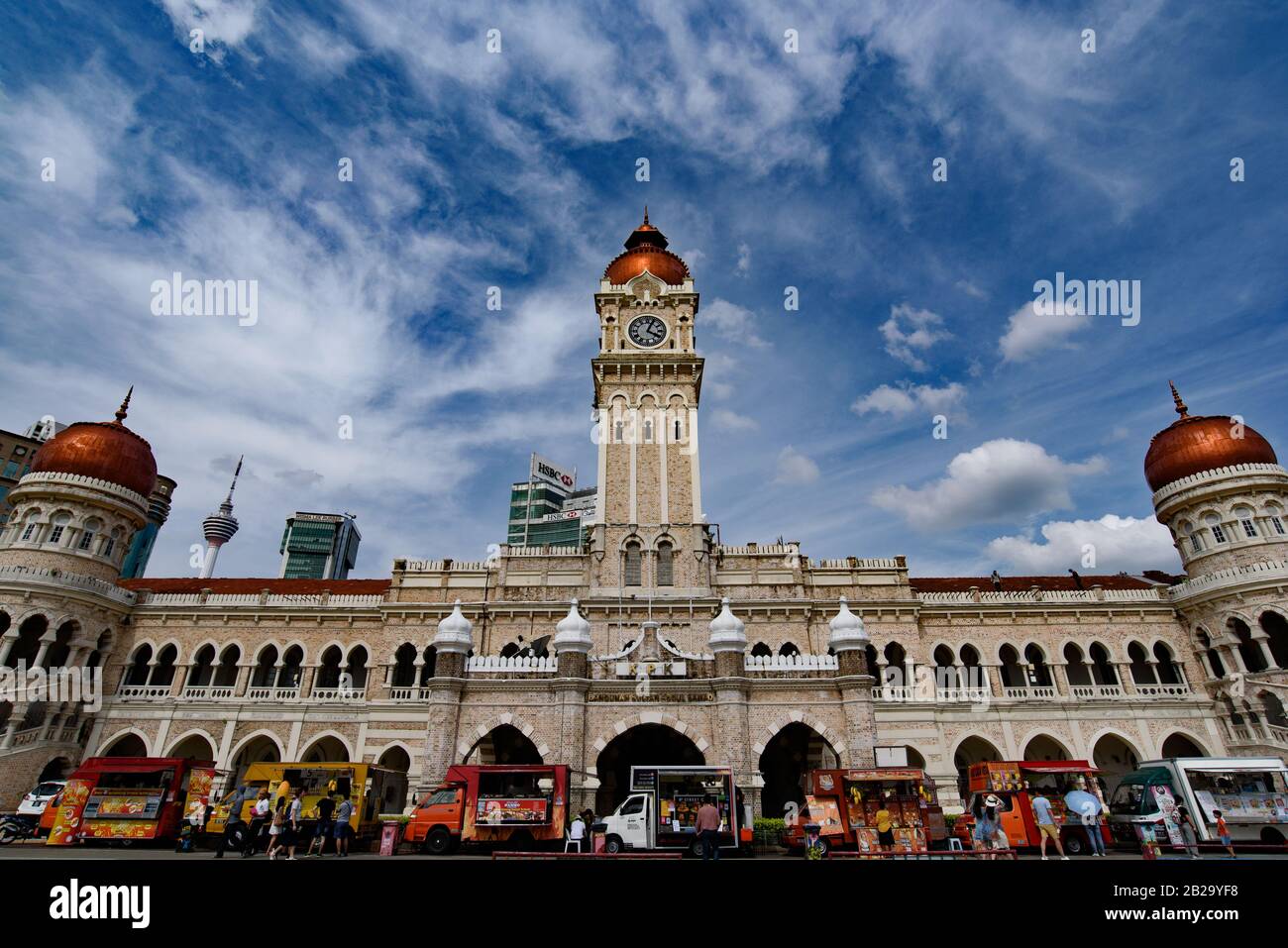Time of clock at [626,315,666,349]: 4:04
